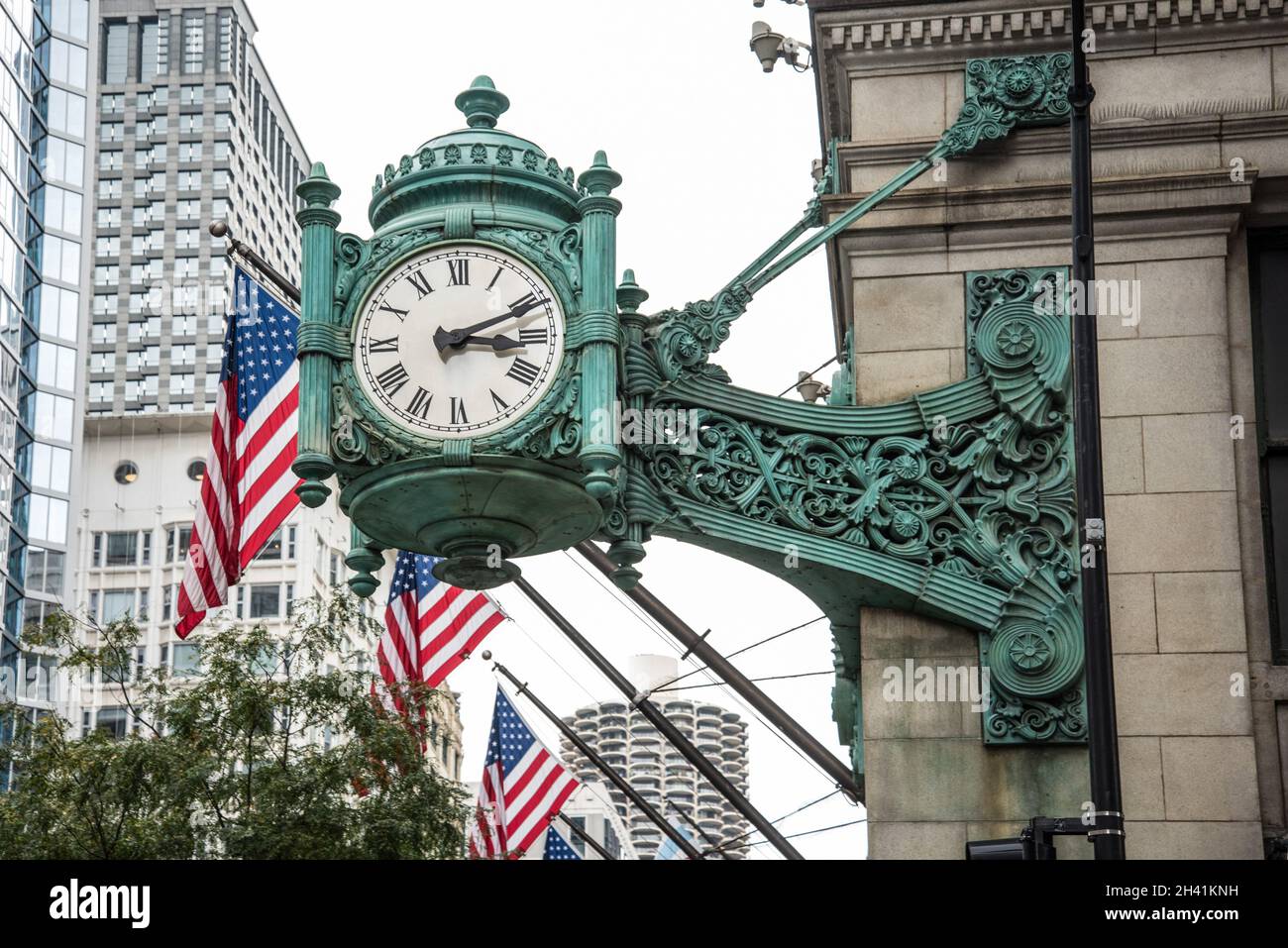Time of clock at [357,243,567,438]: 3:11
